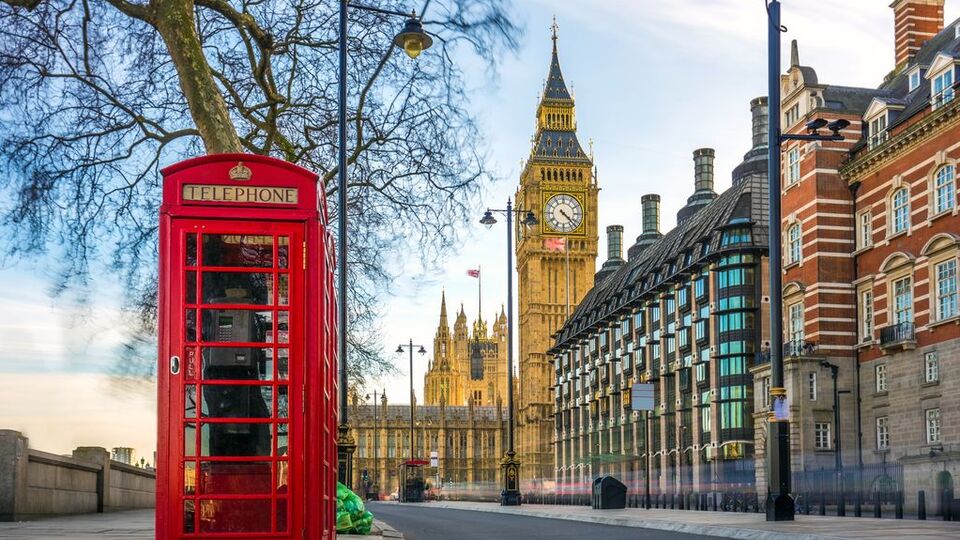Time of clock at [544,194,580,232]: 4:22
